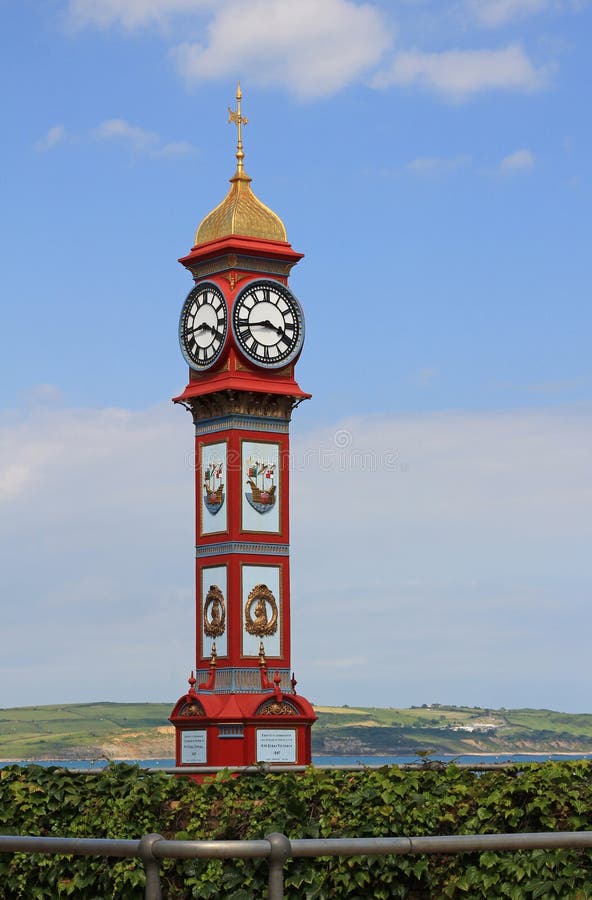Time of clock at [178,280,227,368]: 3:43
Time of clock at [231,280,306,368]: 3:43
